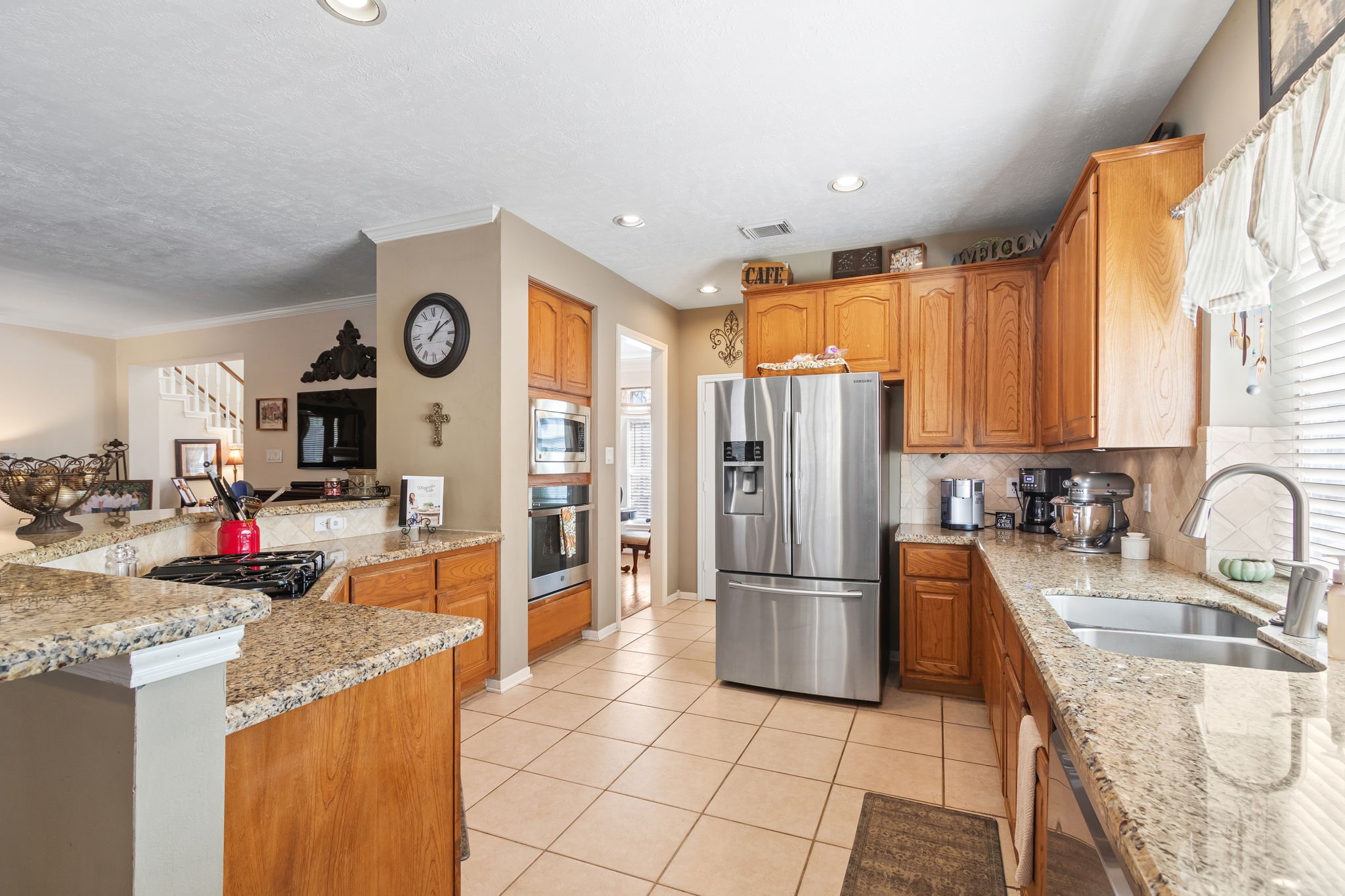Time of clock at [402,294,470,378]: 1:09
